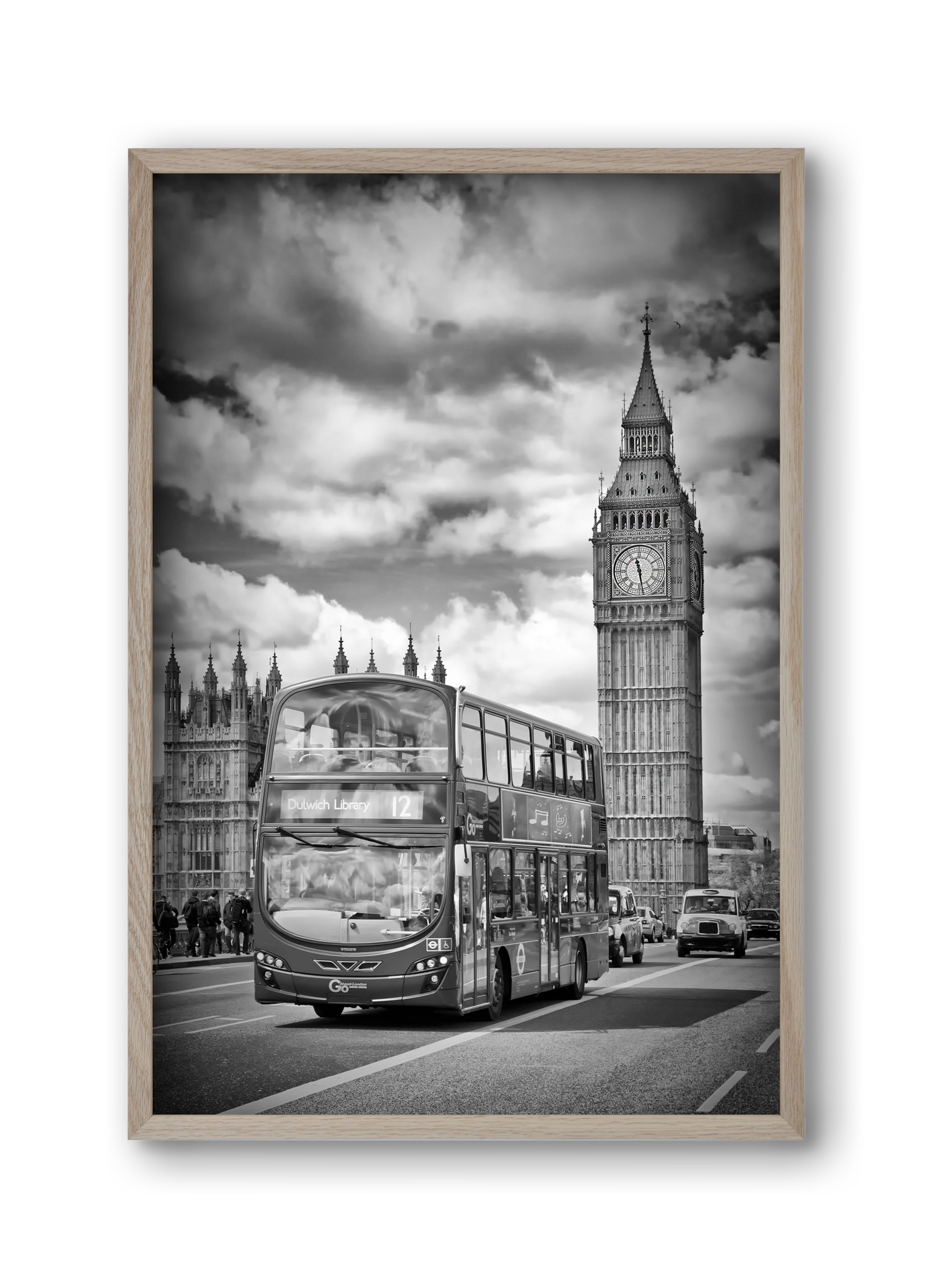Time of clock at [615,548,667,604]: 11:28
